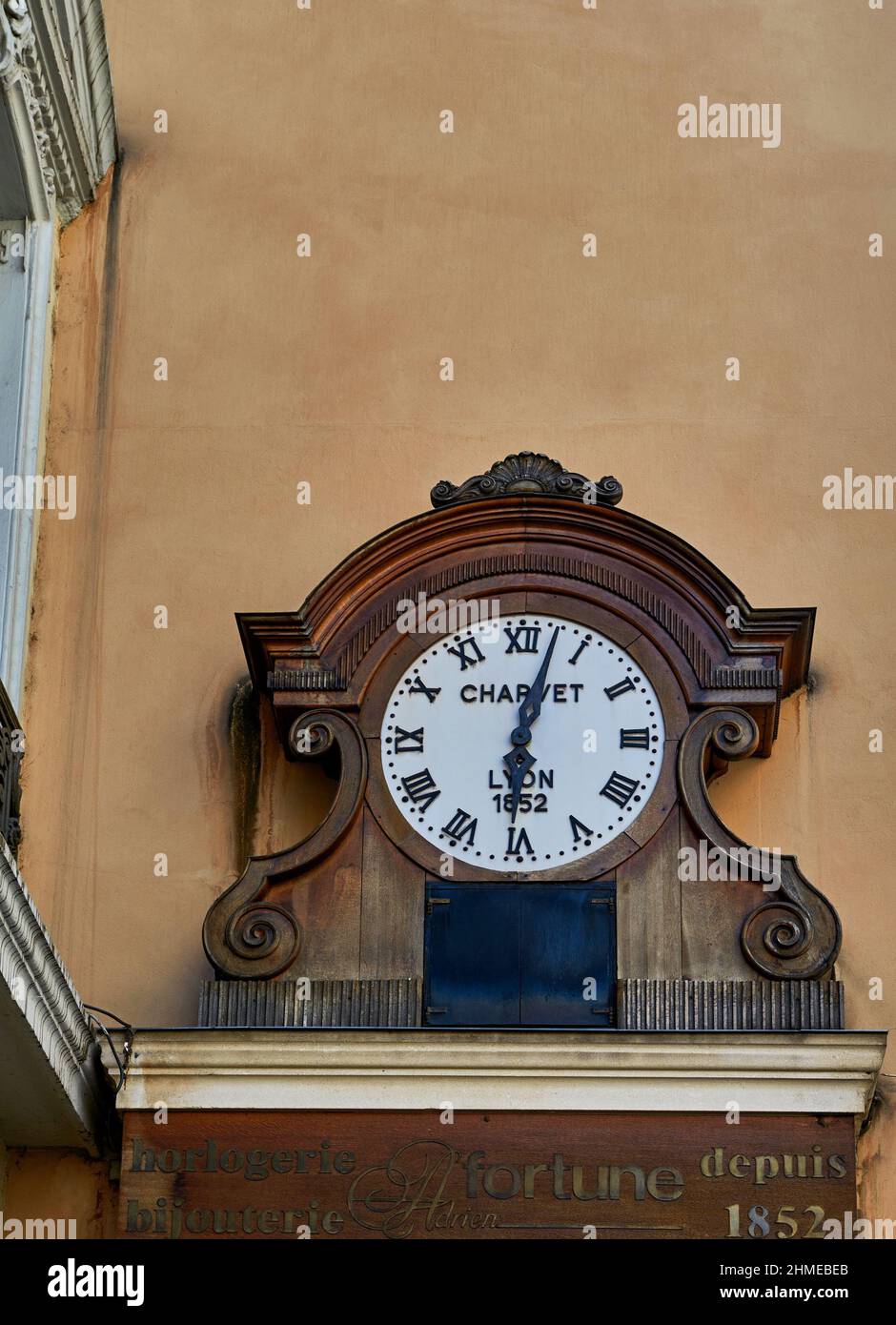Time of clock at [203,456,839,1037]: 6:02
